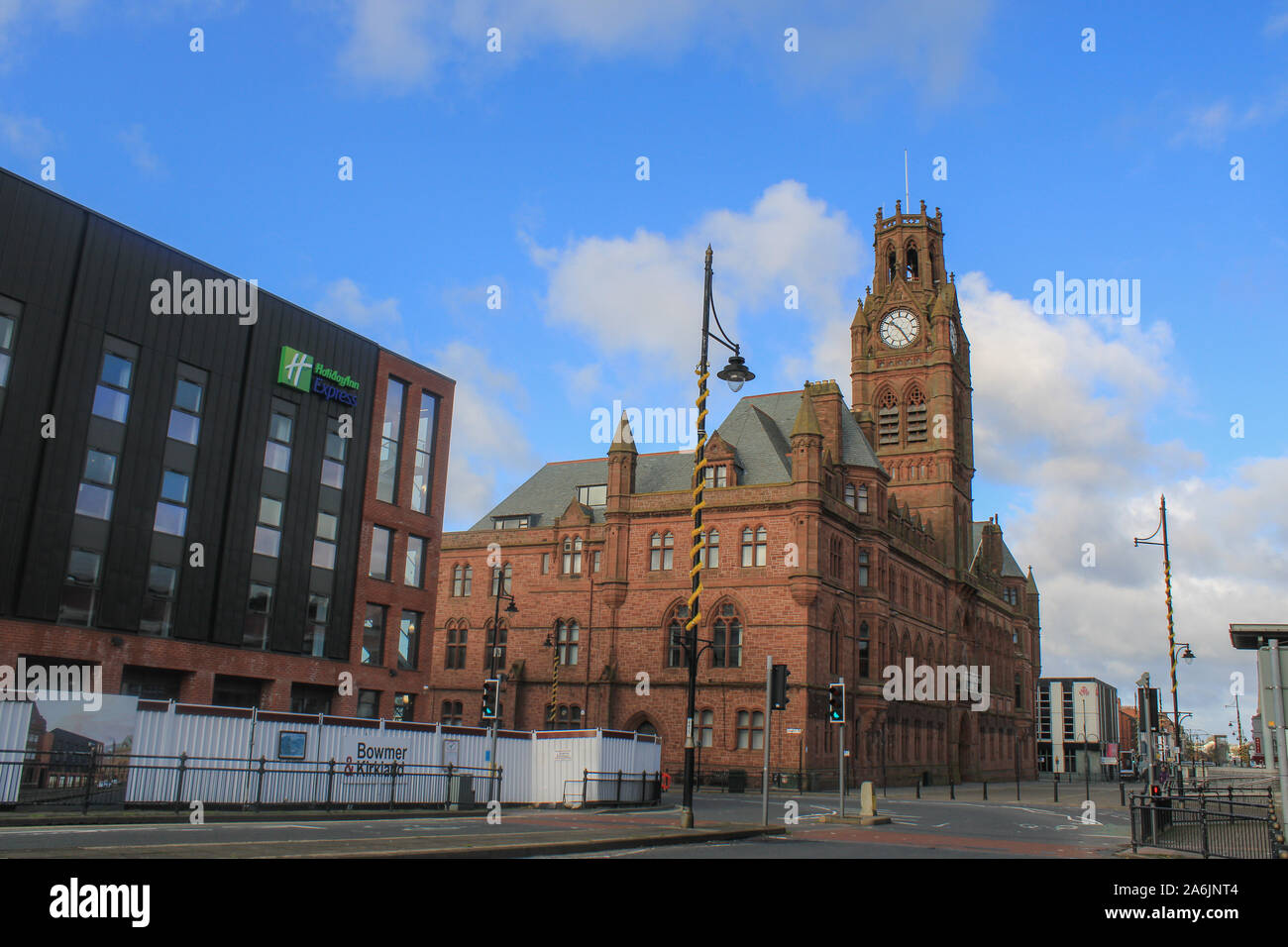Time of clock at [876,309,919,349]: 10:24
